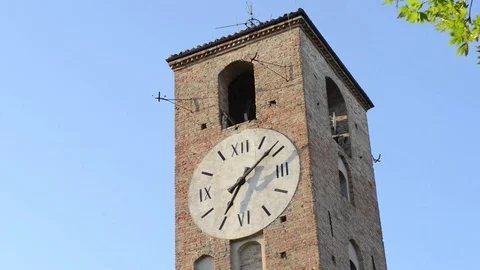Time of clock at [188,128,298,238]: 7:08
